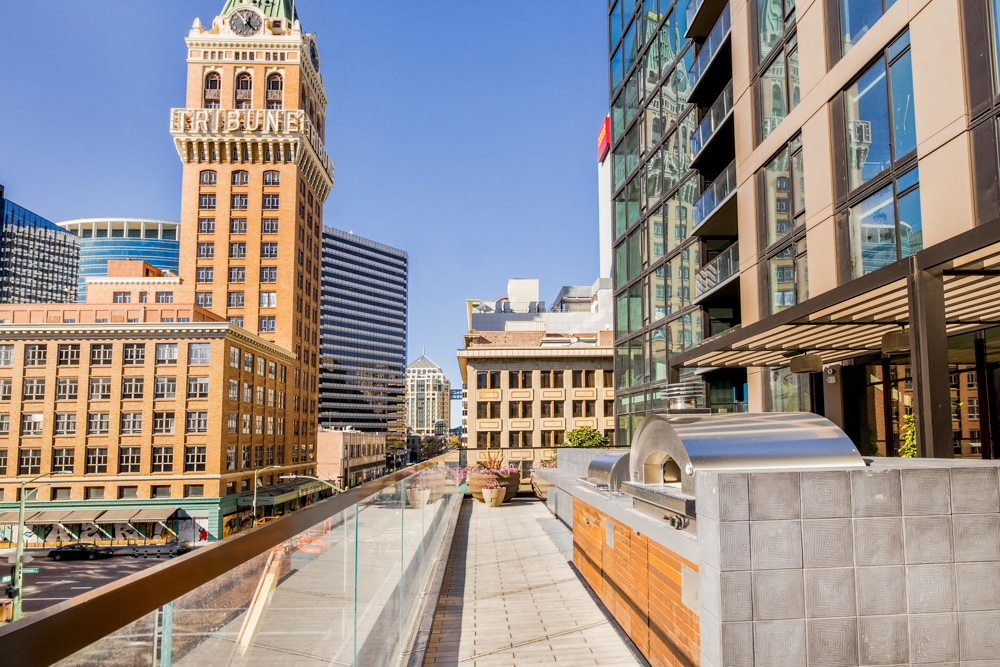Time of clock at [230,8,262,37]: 12:22
